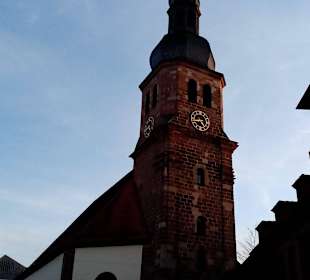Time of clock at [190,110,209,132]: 4:44
